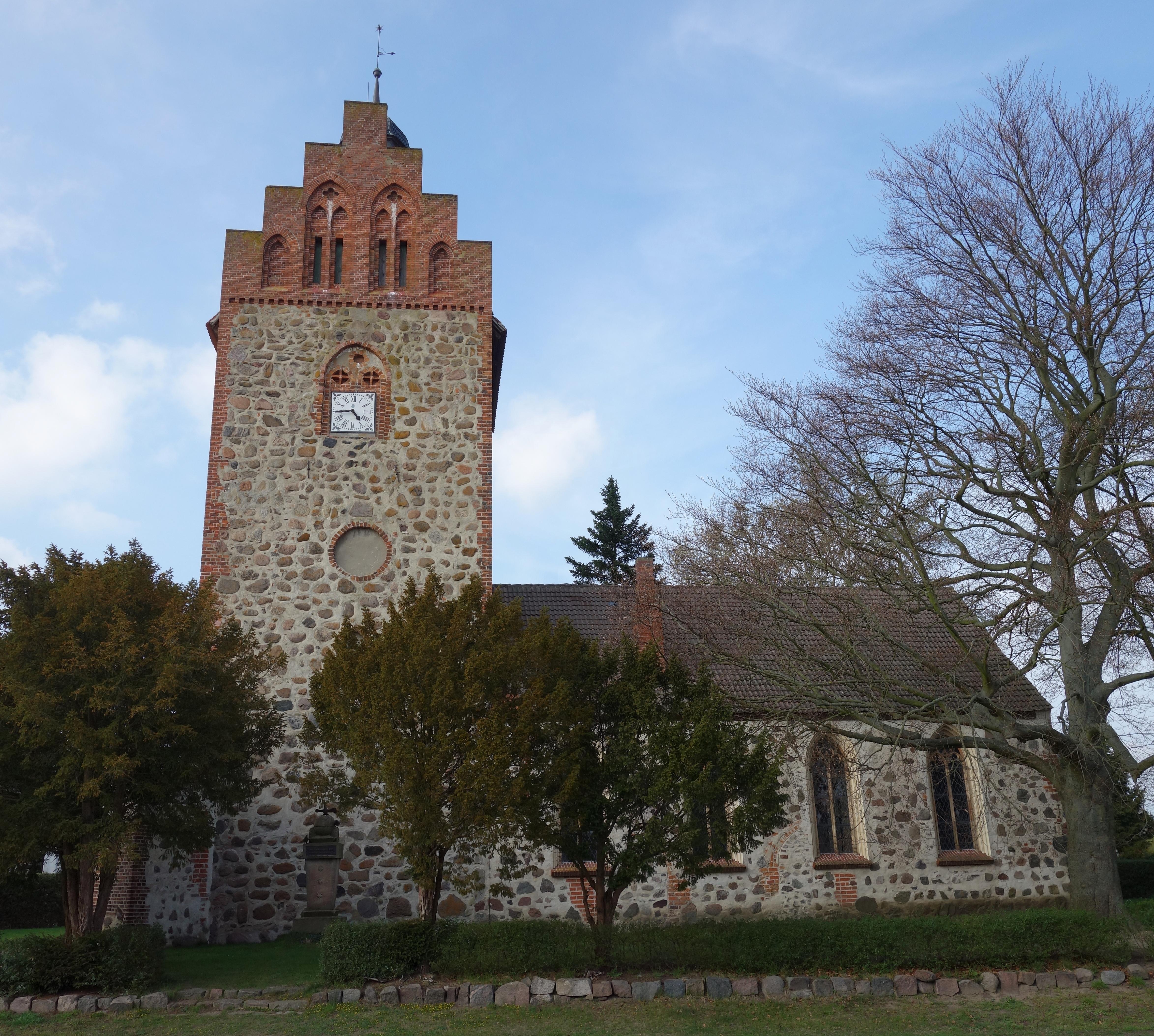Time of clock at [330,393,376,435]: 4:44
